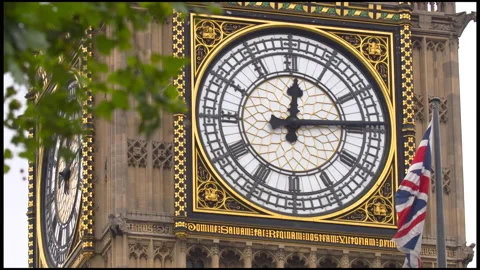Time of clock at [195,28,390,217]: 12:14
